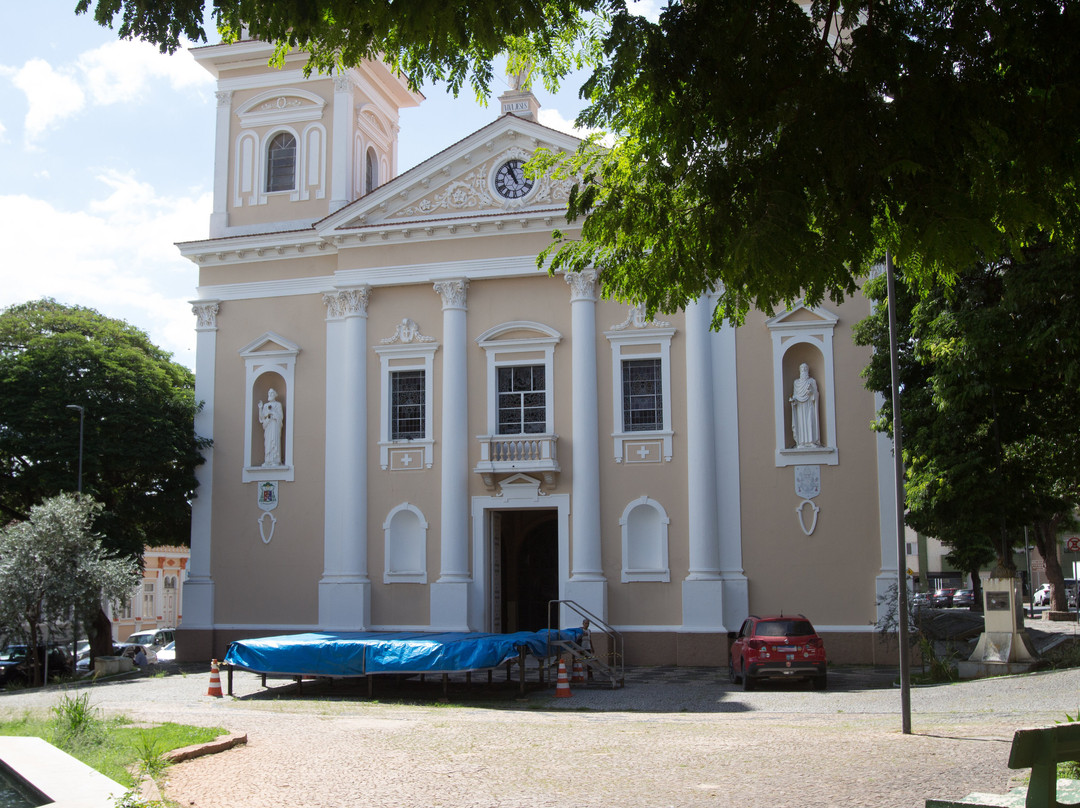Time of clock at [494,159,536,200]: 10:56
